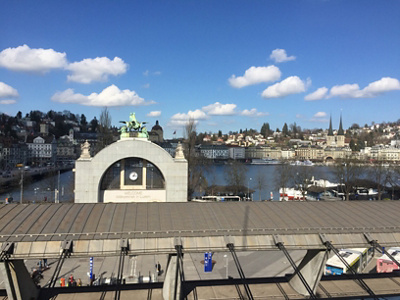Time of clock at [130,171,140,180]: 3:02
